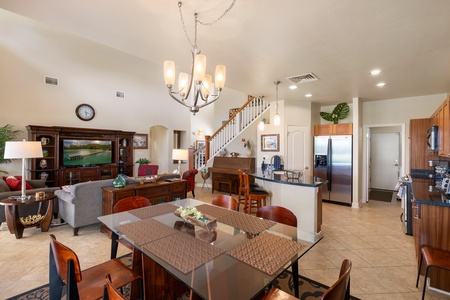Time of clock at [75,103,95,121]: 3:28
